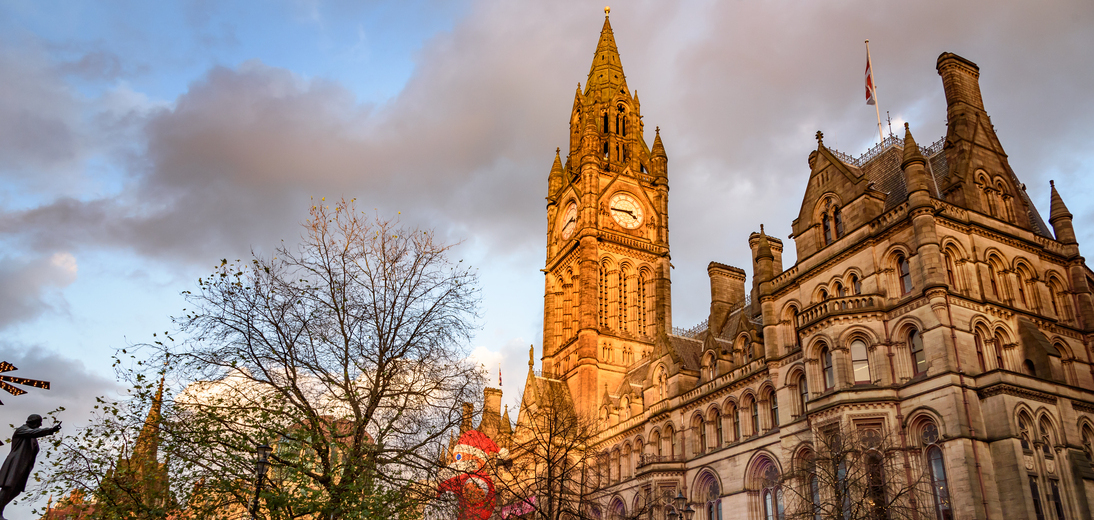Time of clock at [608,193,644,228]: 3:44
